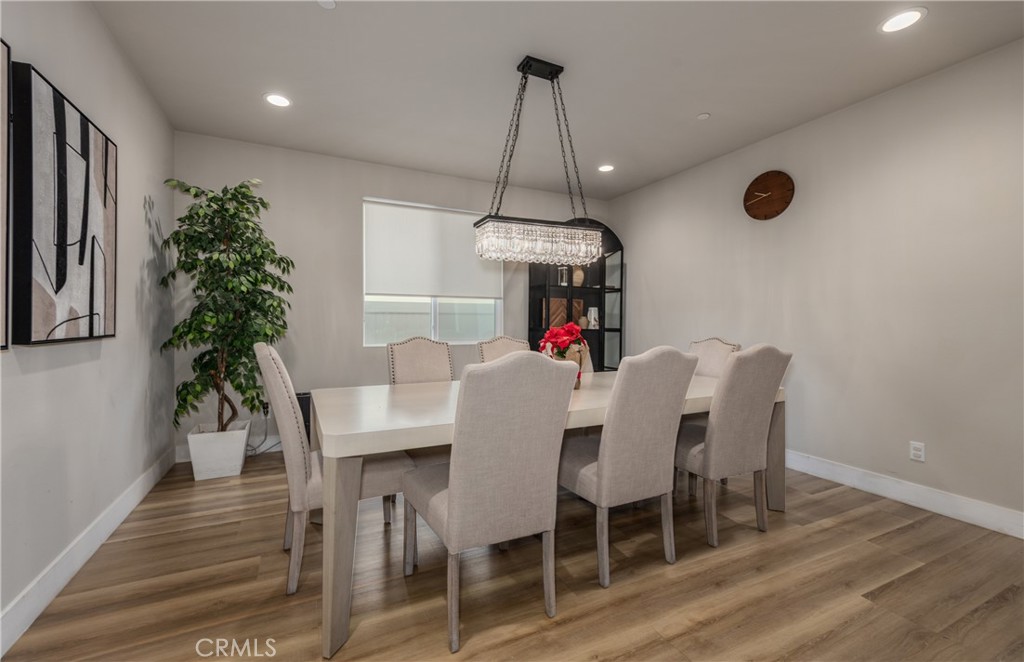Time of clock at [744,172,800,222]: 9:42
